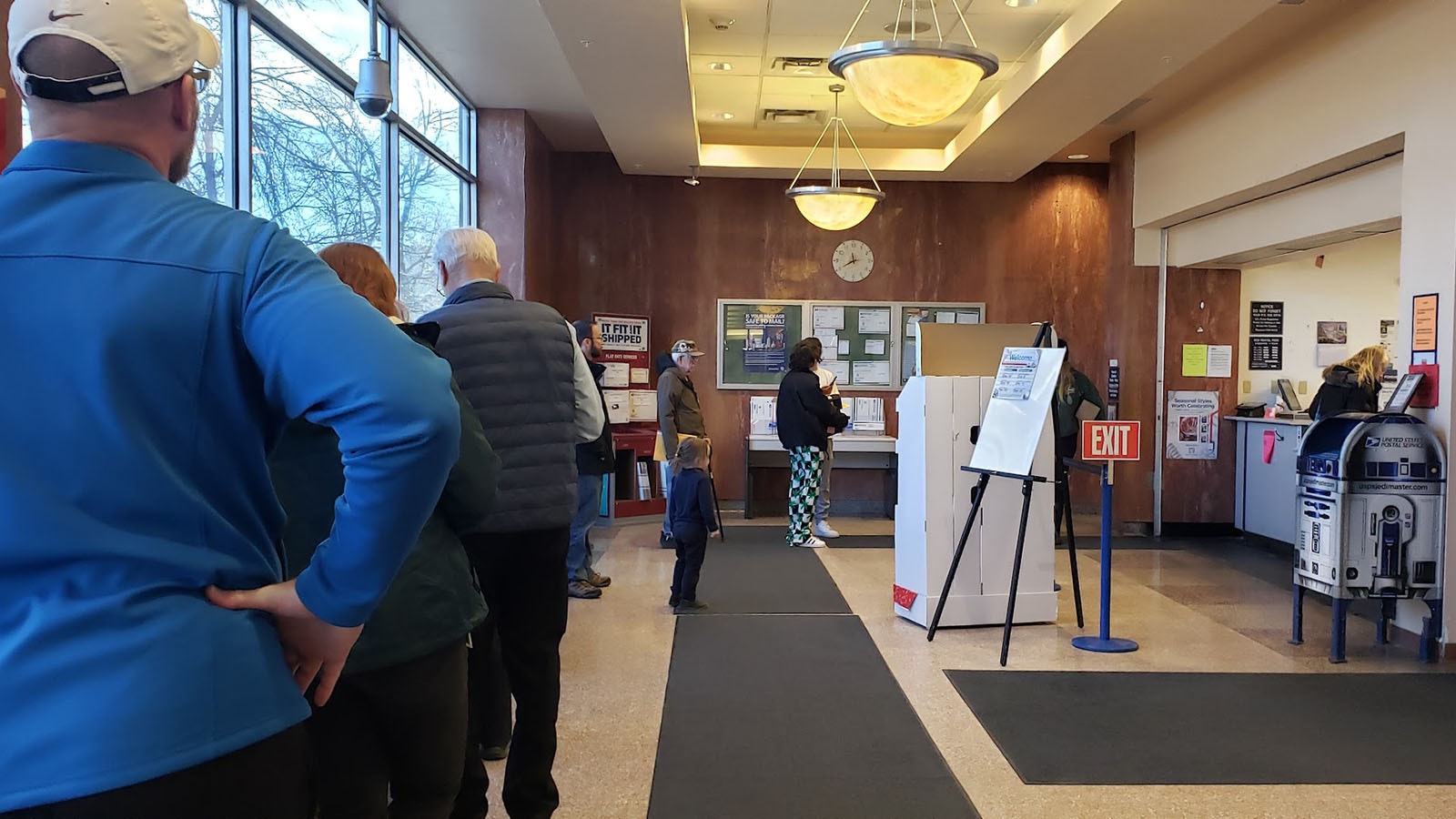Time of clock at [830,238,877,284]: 11:40
